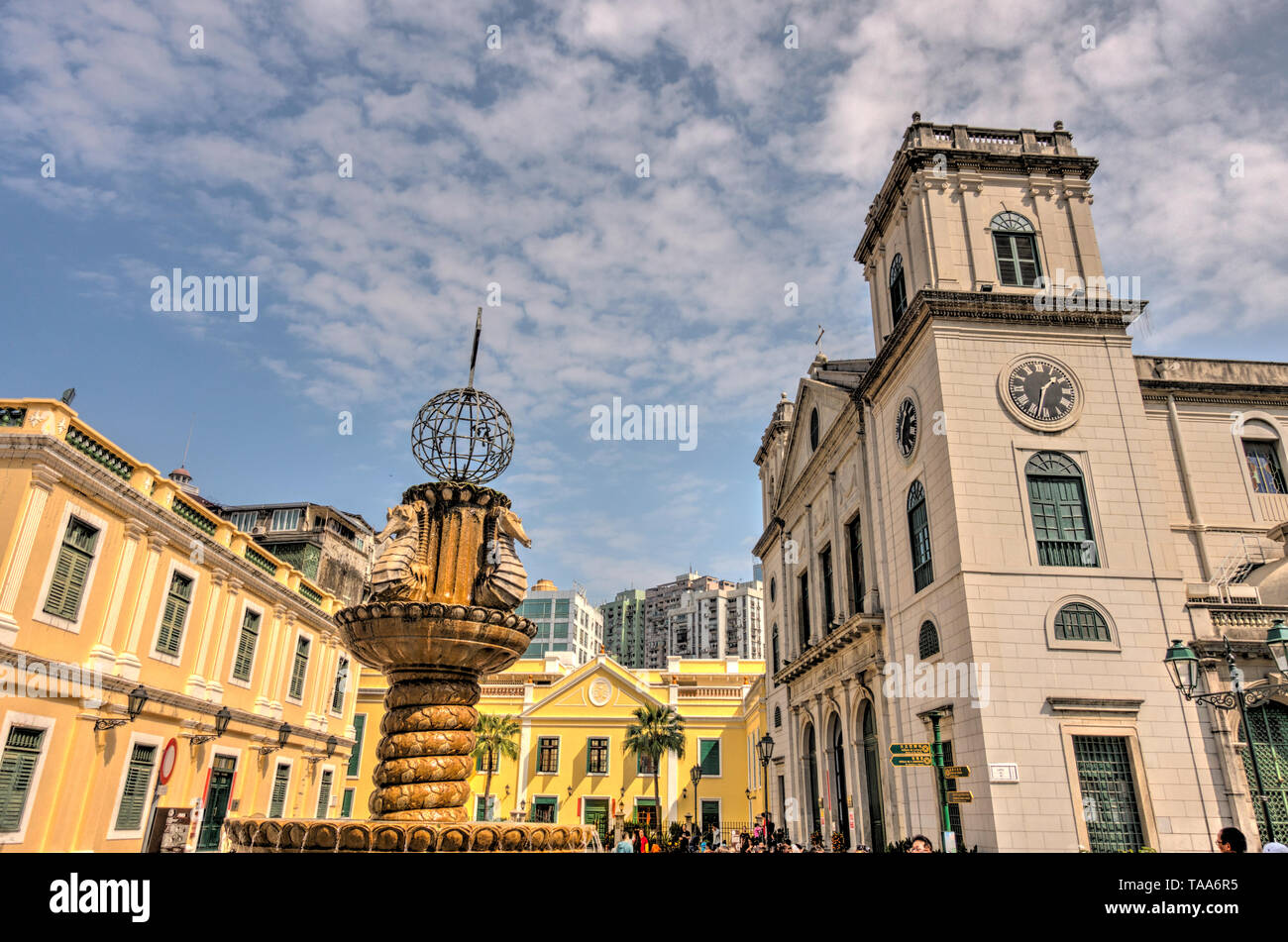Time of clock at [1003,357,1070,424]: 1:32
